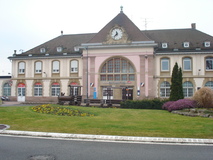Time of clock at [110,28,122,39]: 11:37
